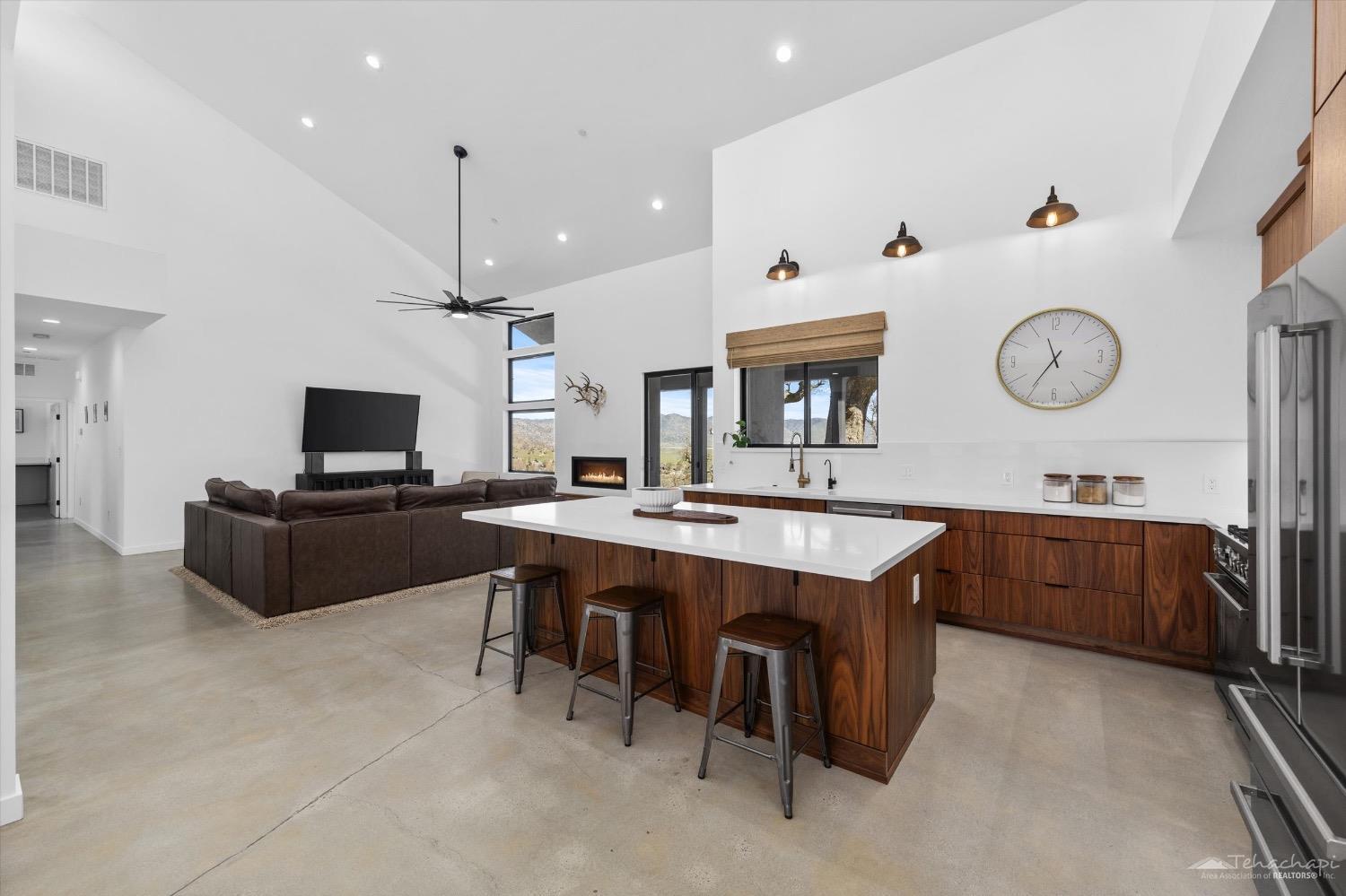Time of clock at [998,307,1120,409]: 11:35
